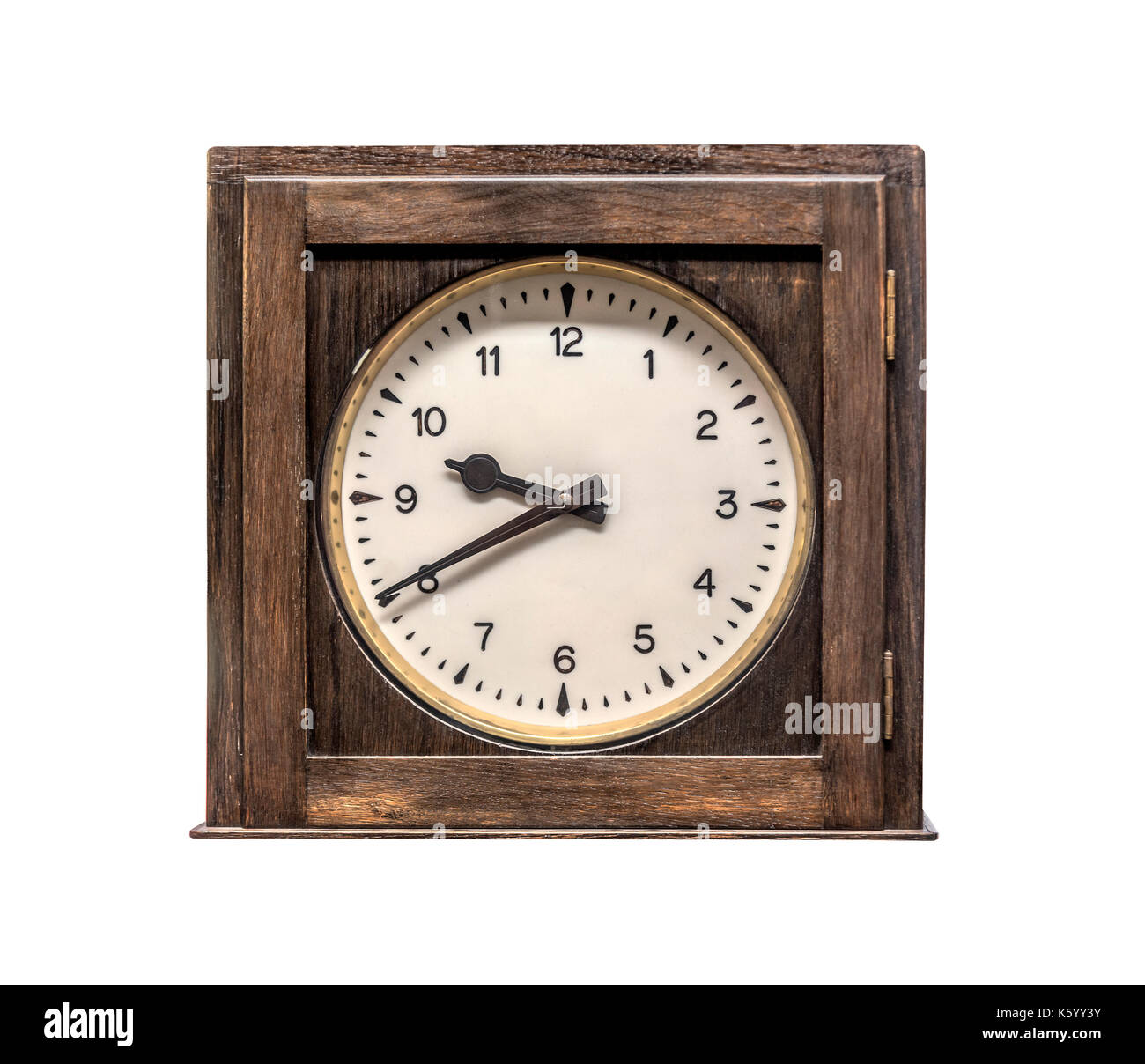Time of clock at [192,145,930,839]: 9:40
